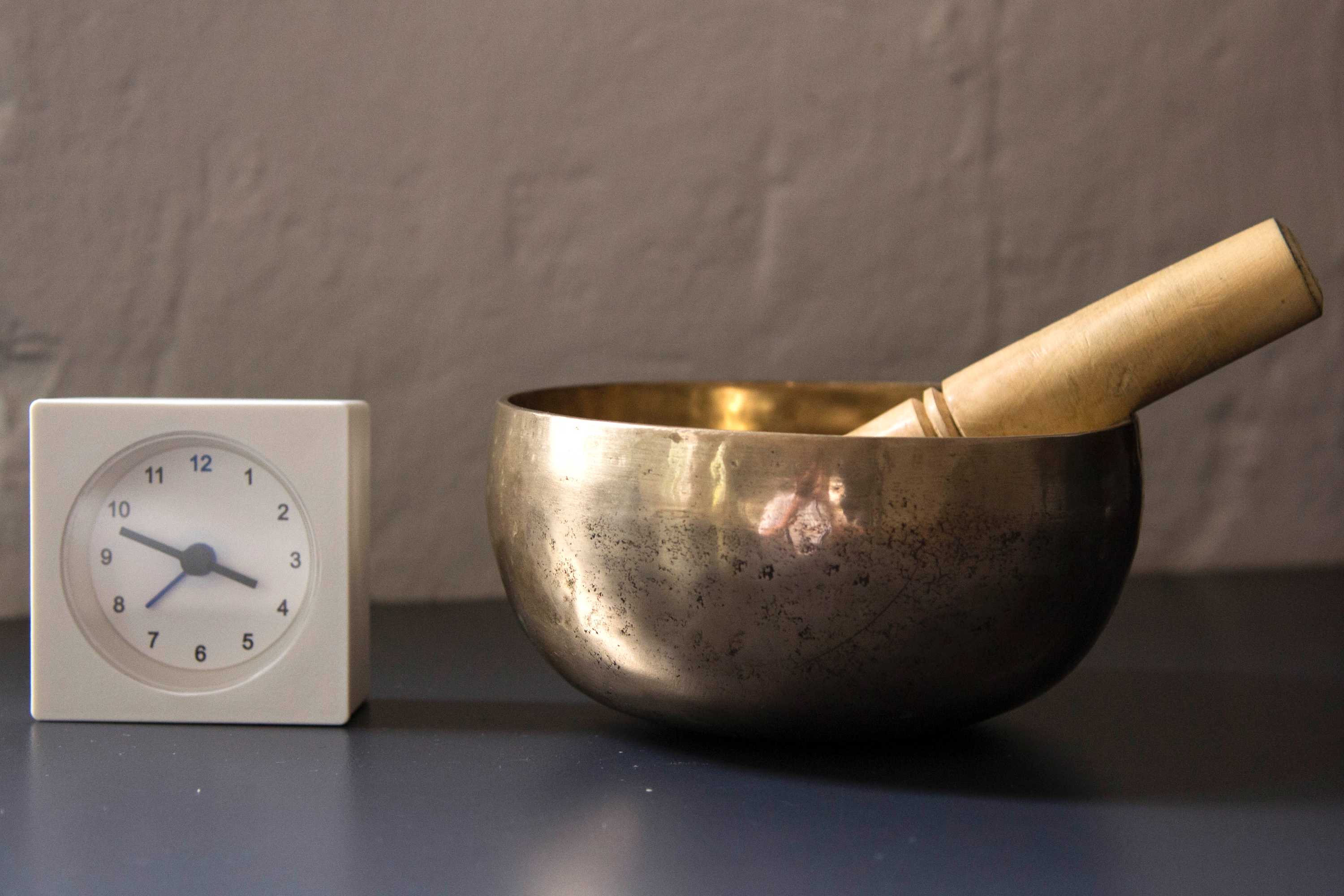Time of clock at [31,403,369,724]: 3:48
